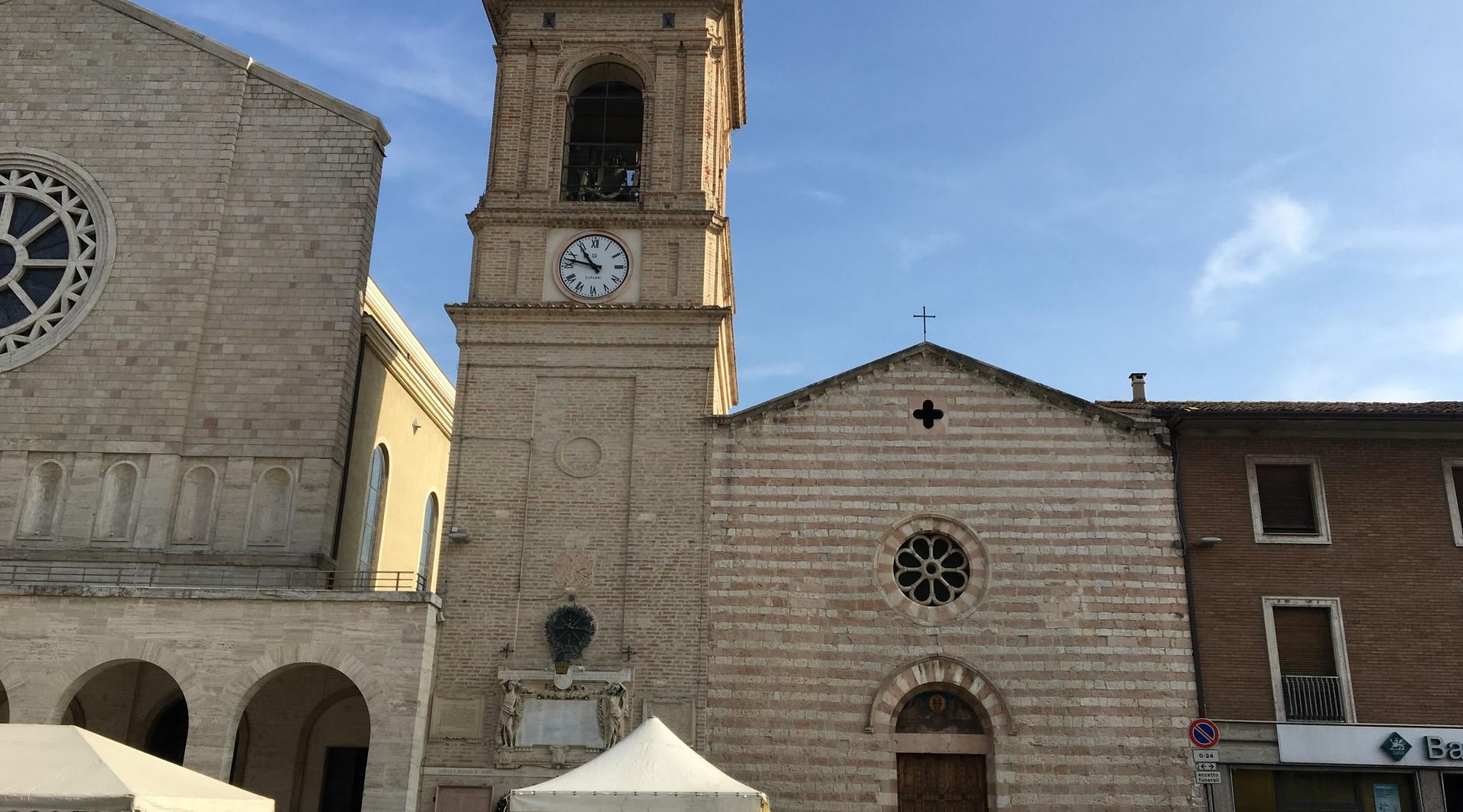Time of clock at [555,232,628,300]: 10:47
